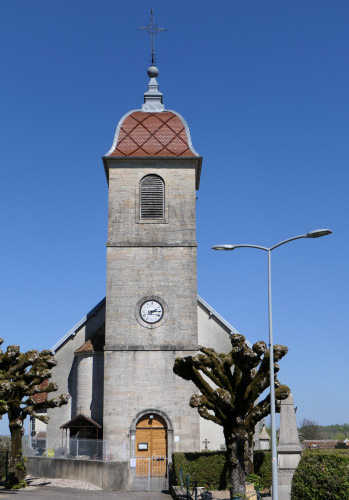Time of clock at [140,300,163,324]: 2:15
